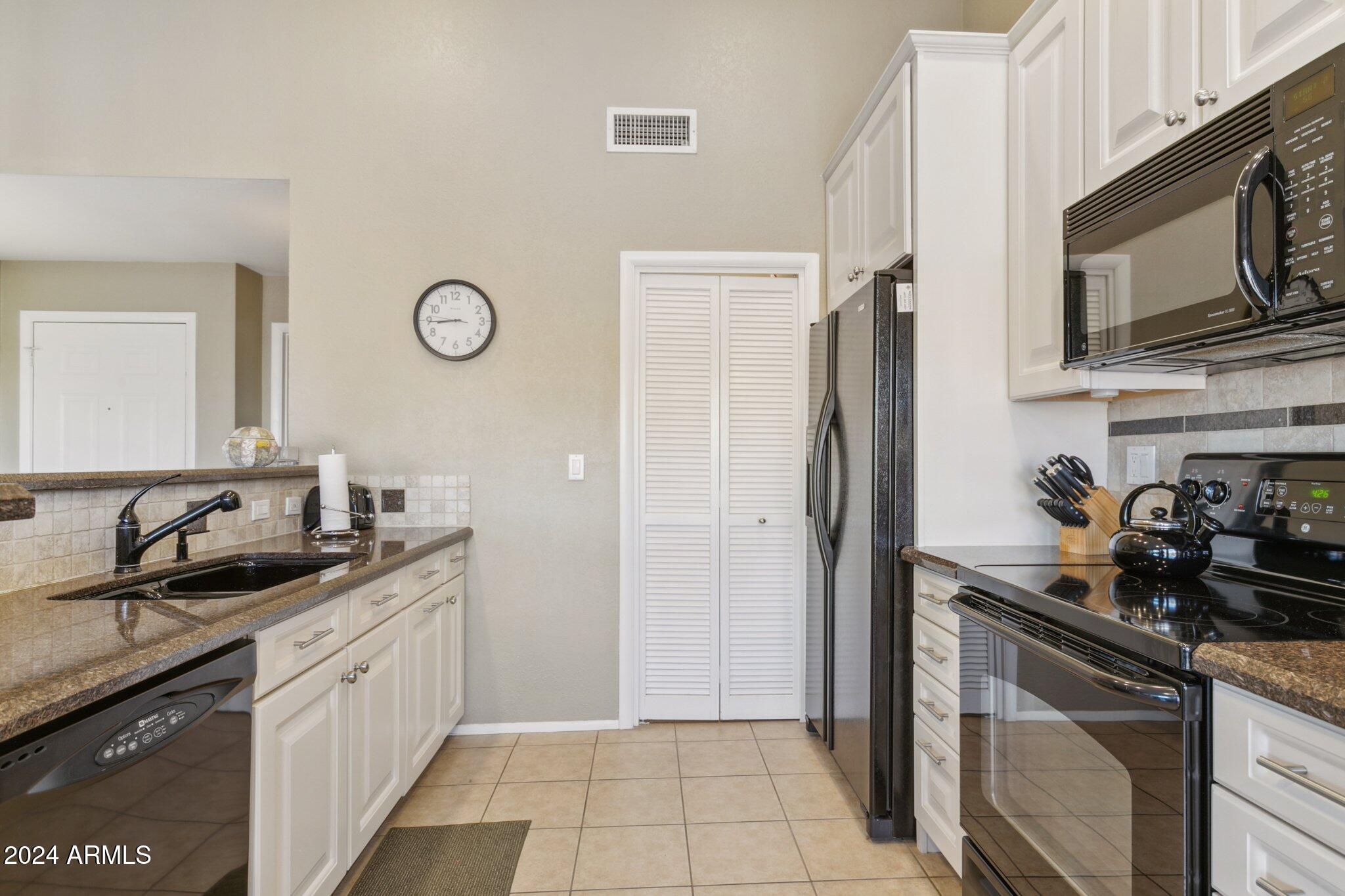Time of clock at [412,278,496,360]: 8:44
